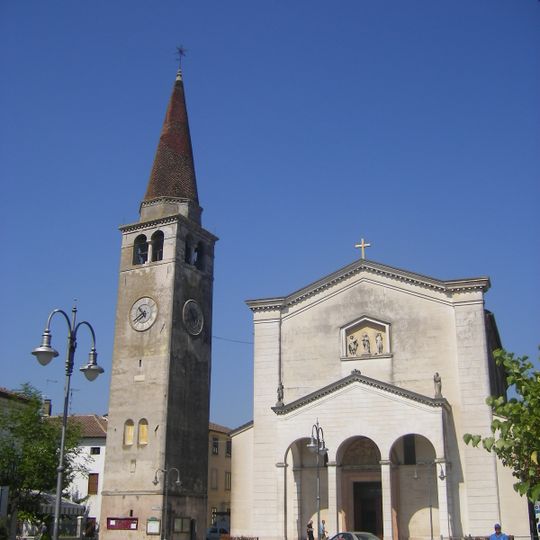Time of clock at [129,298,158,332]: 10:39
